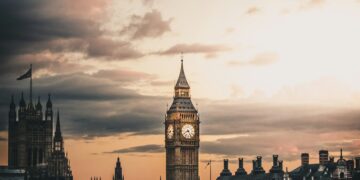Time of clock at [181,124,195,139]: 8:24
